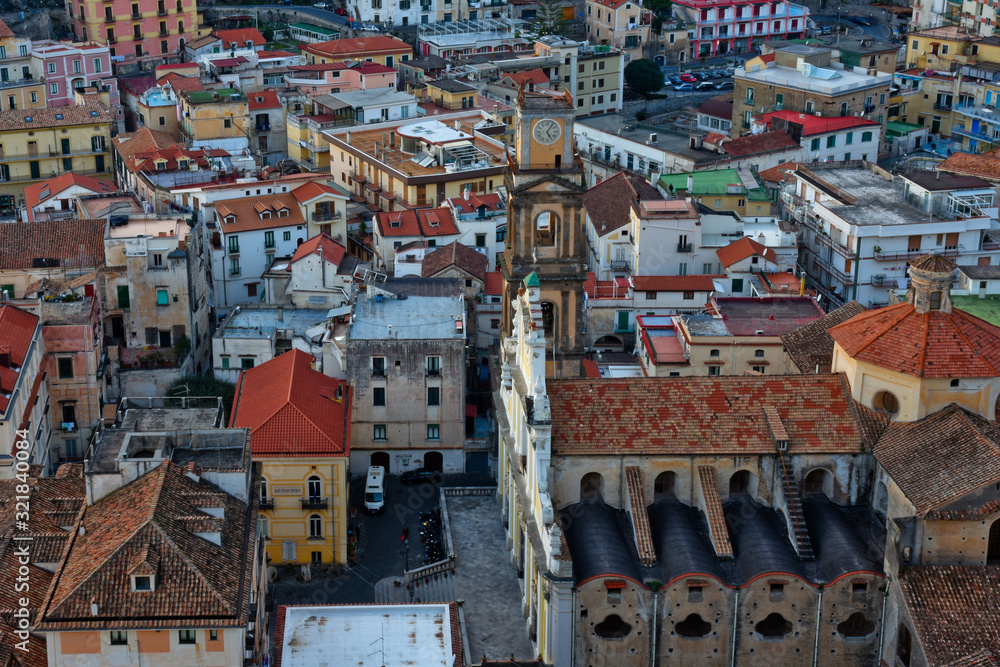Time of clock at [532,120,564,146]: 5:05
